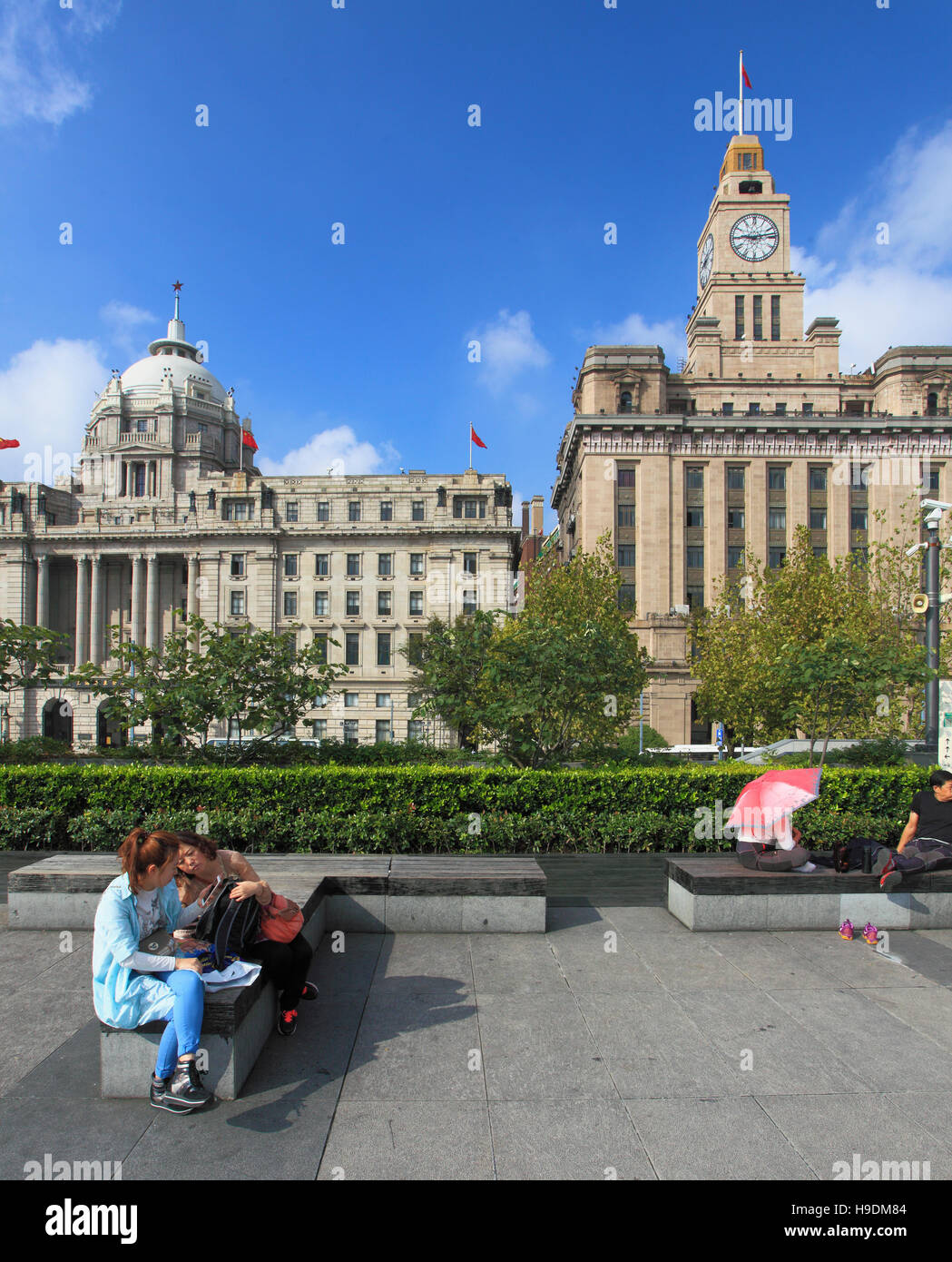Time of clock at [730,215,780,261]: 9:12
